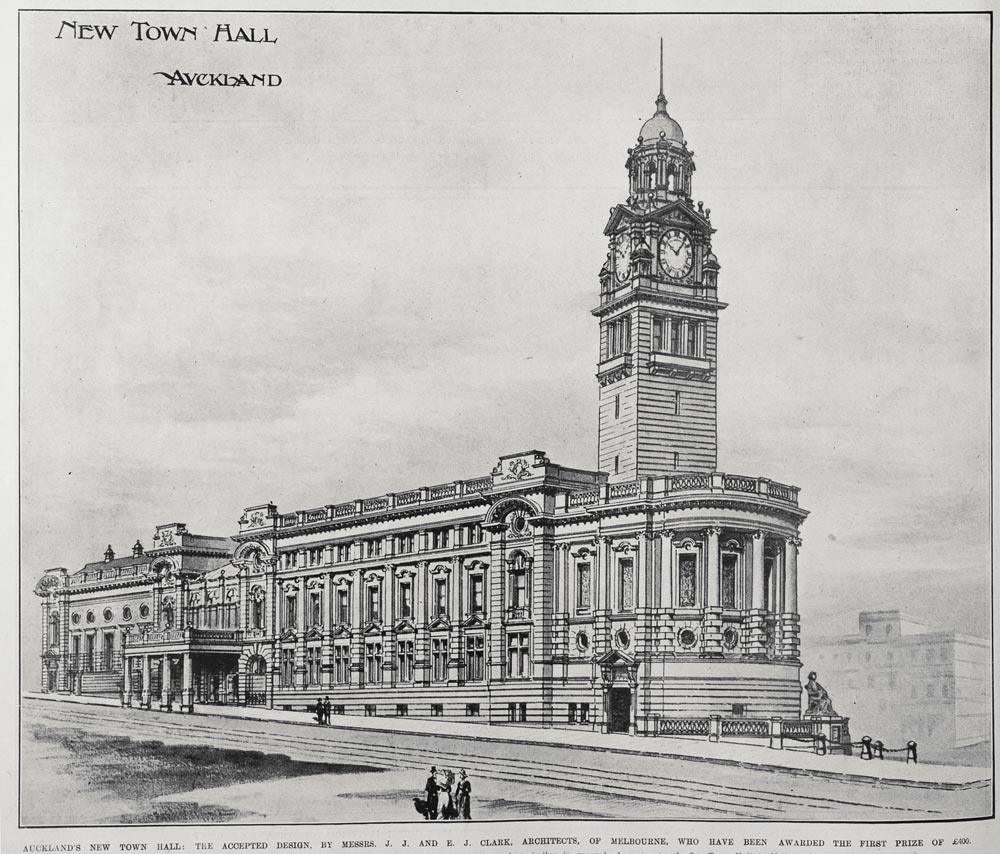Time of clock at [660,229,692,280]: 10:07
